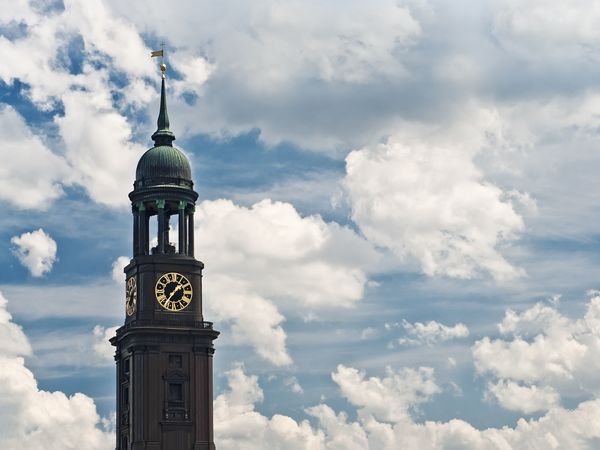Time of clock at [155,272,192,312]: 1:36
